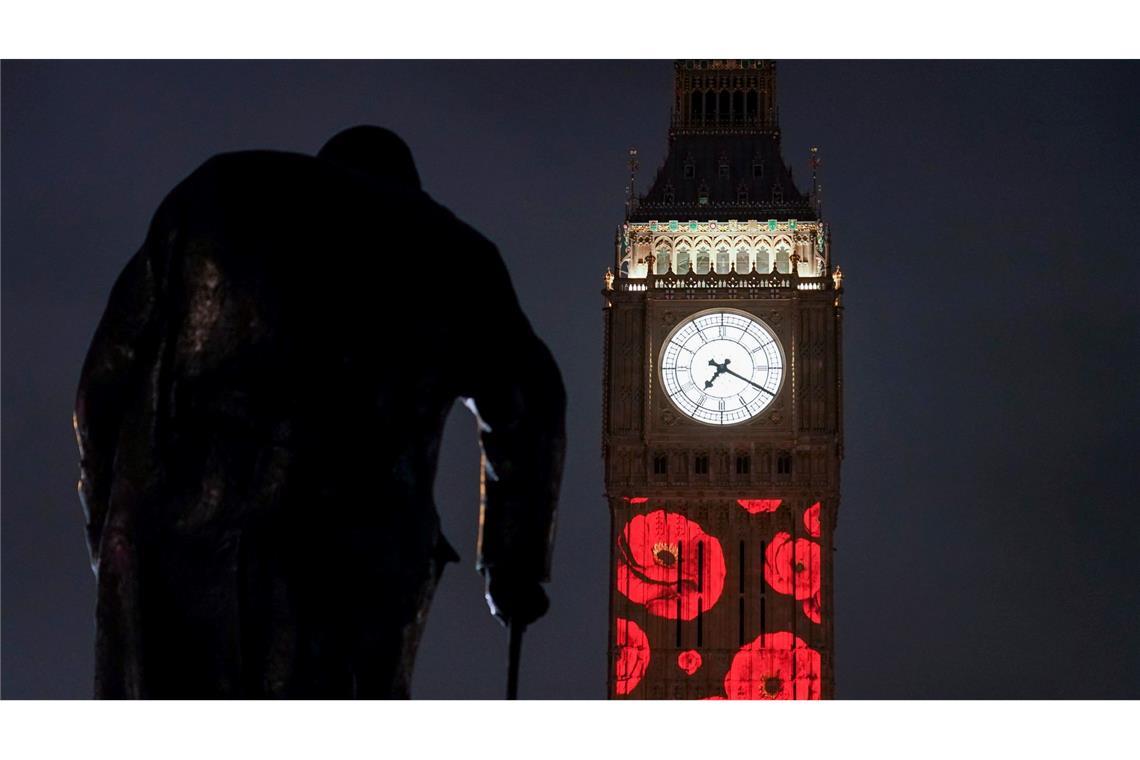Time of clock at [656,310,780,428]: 7:19
